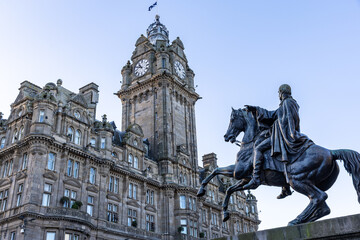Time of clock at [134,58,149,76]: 10:47
